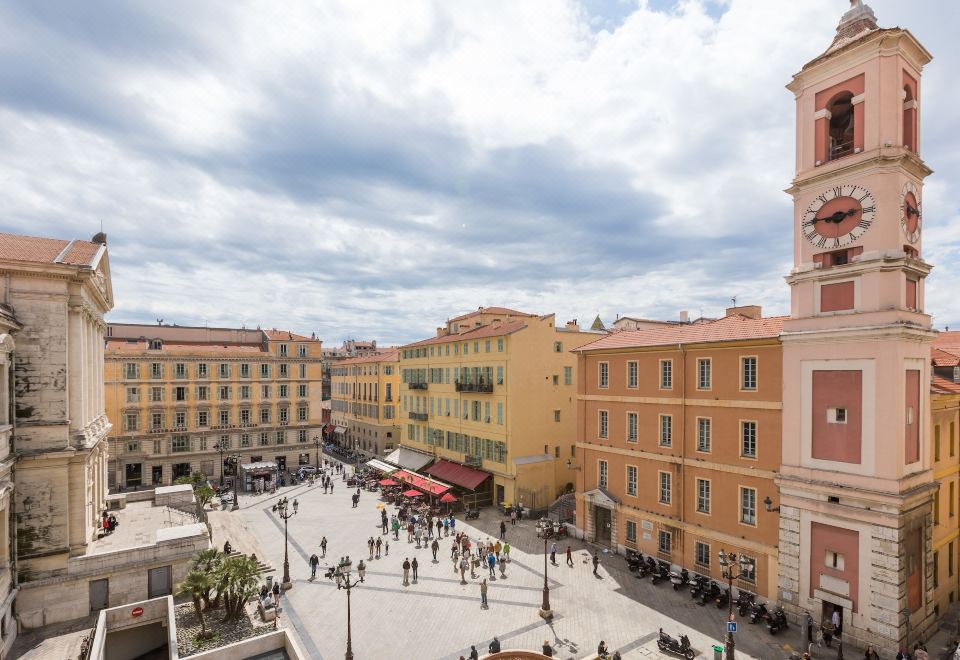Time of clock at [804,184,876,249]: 2:46
